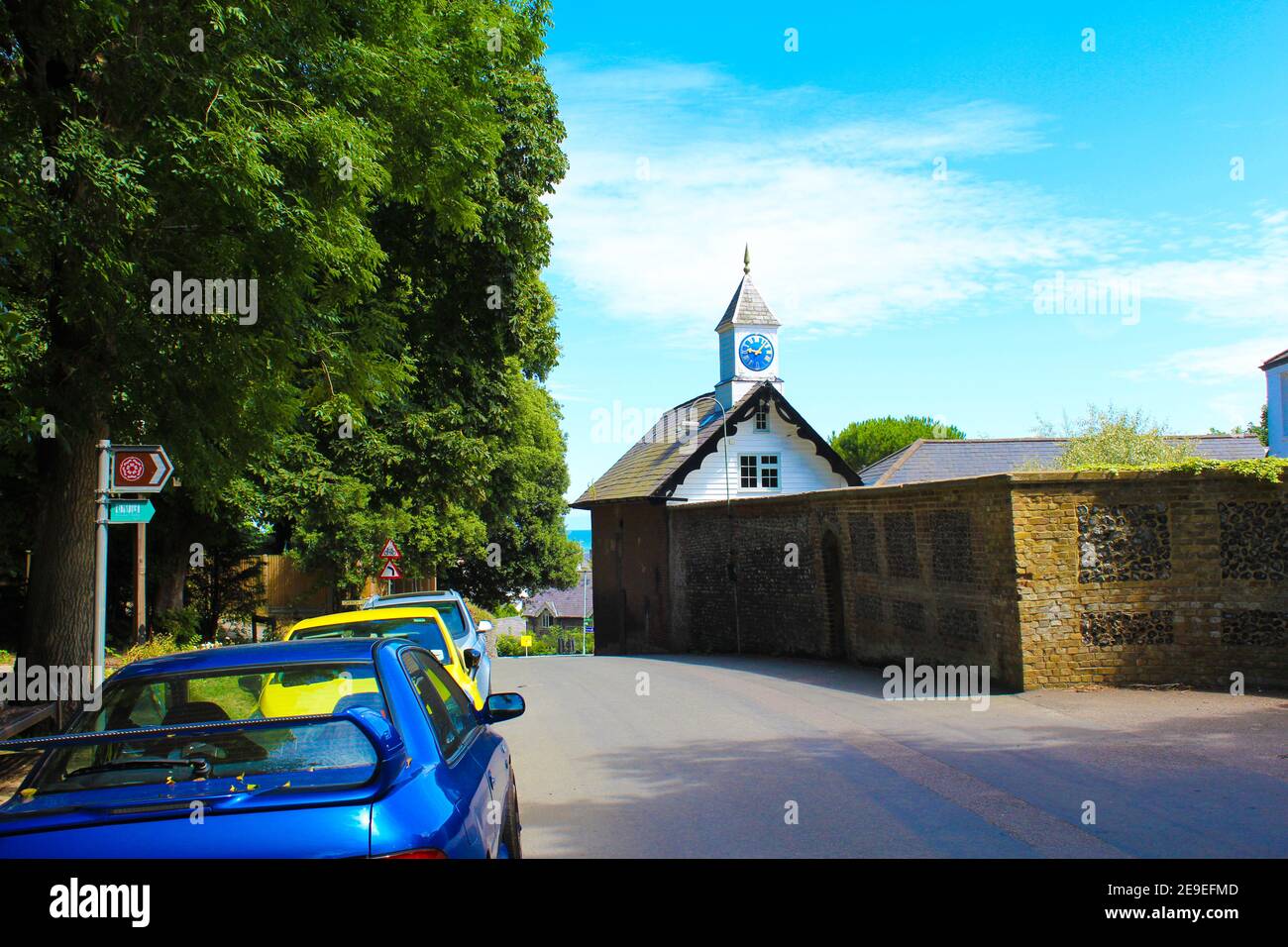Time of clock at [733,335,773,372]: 9:07
